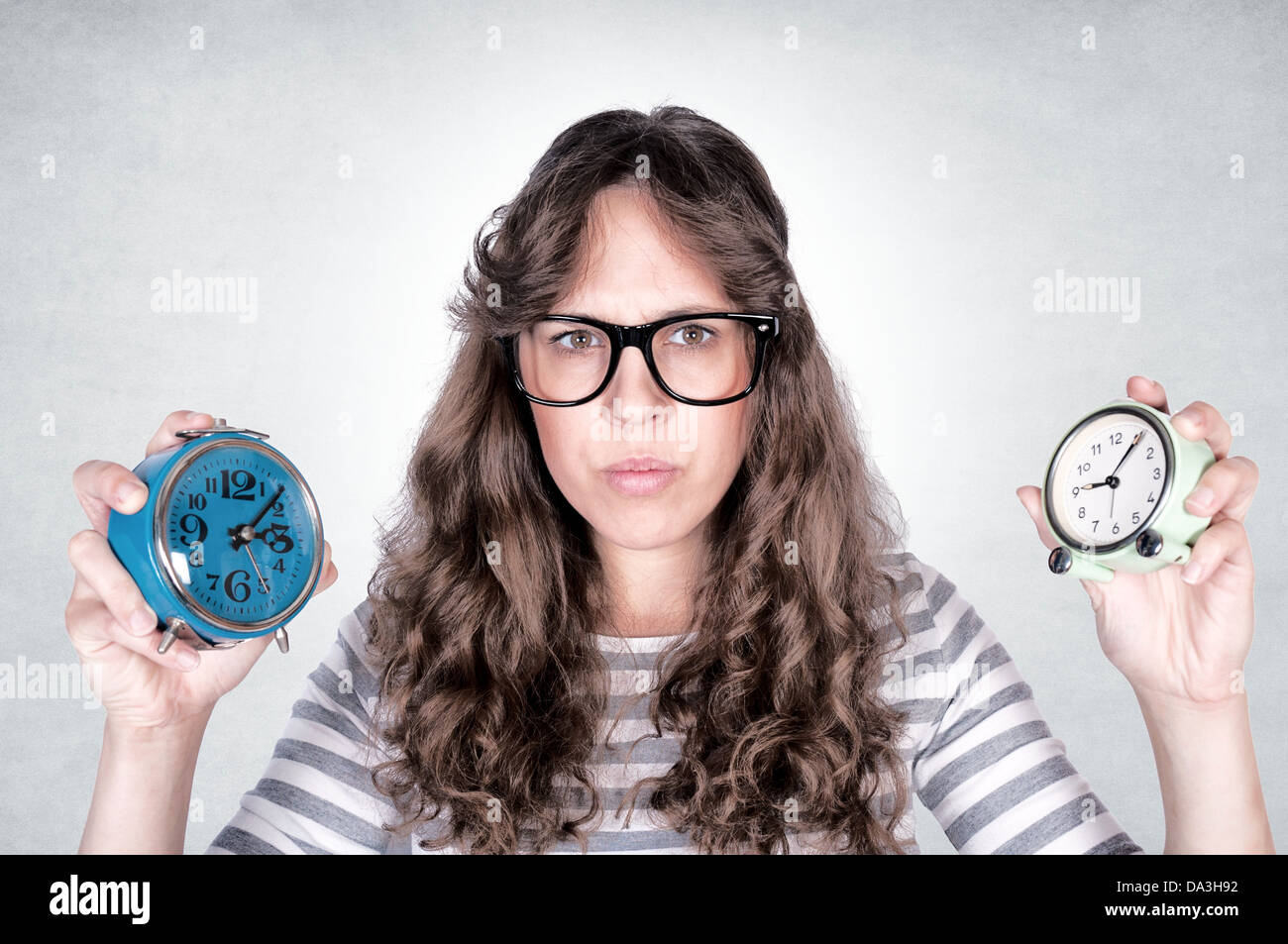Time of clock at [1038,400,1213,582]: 9:06
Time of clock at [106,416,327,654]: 3:07
